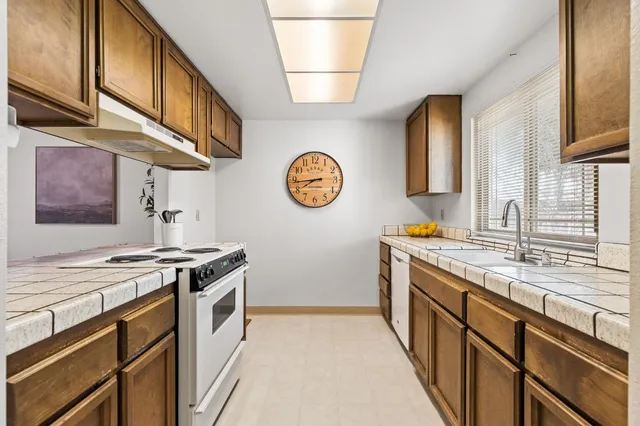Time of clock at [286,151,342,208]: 7:43
